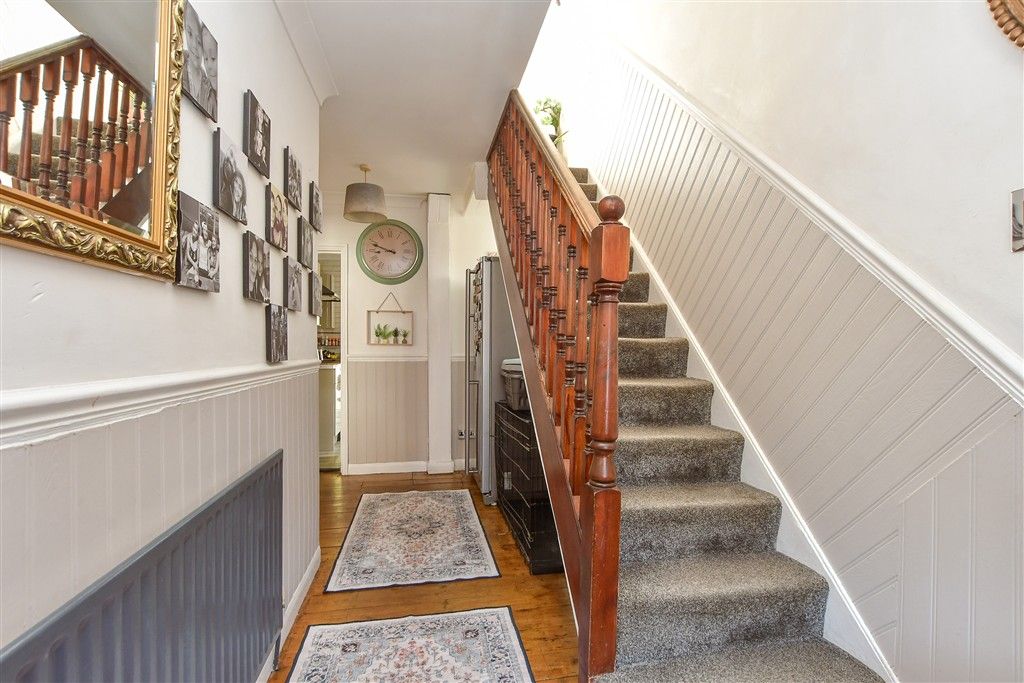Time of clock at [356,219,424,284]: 8:48
